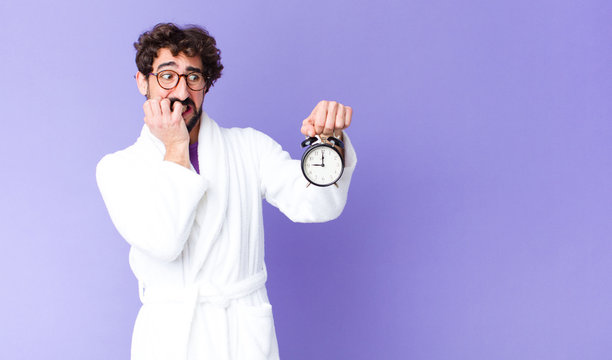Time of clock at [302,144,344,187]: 8:59
